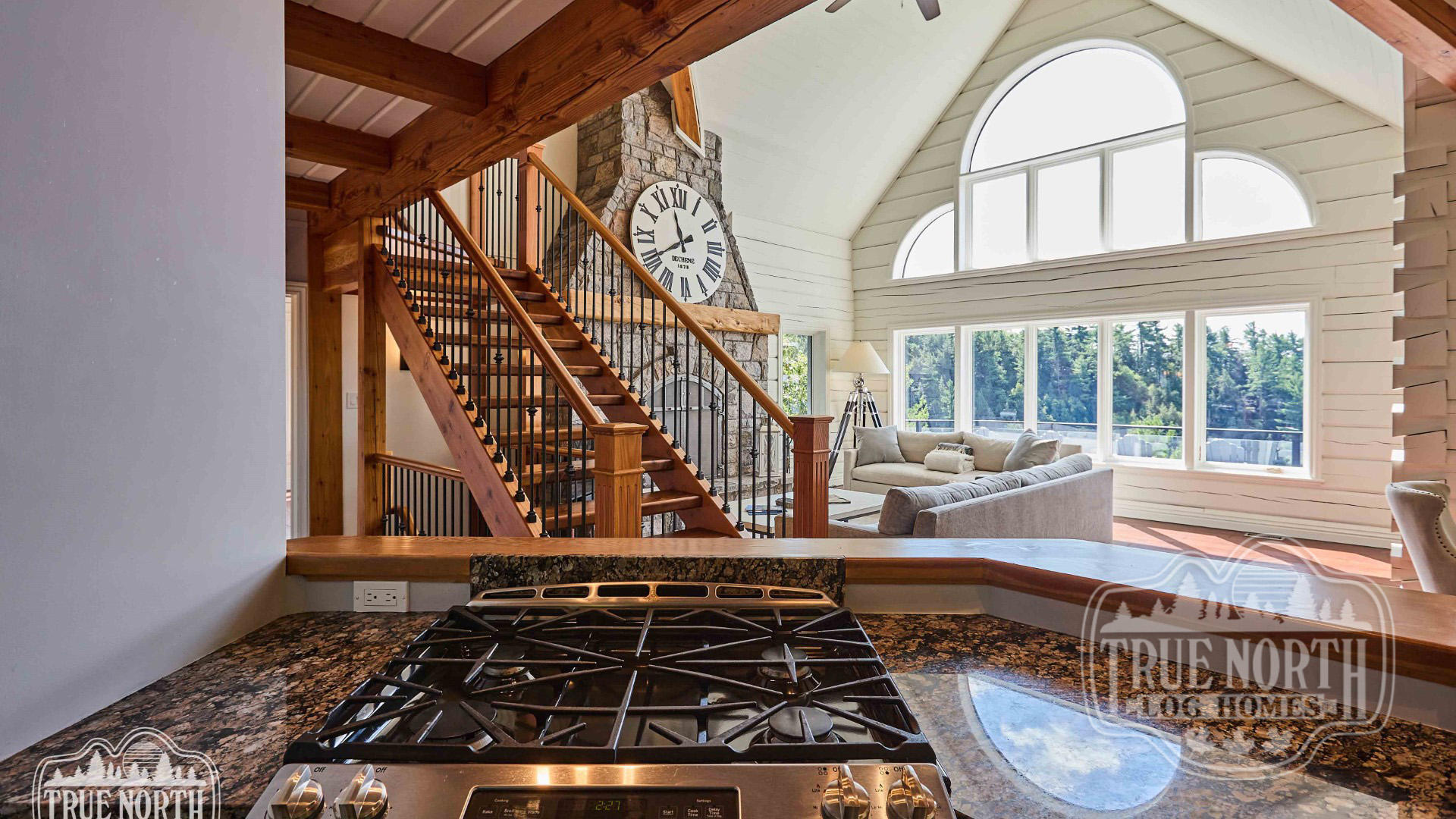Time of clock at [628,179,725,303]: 11:40
